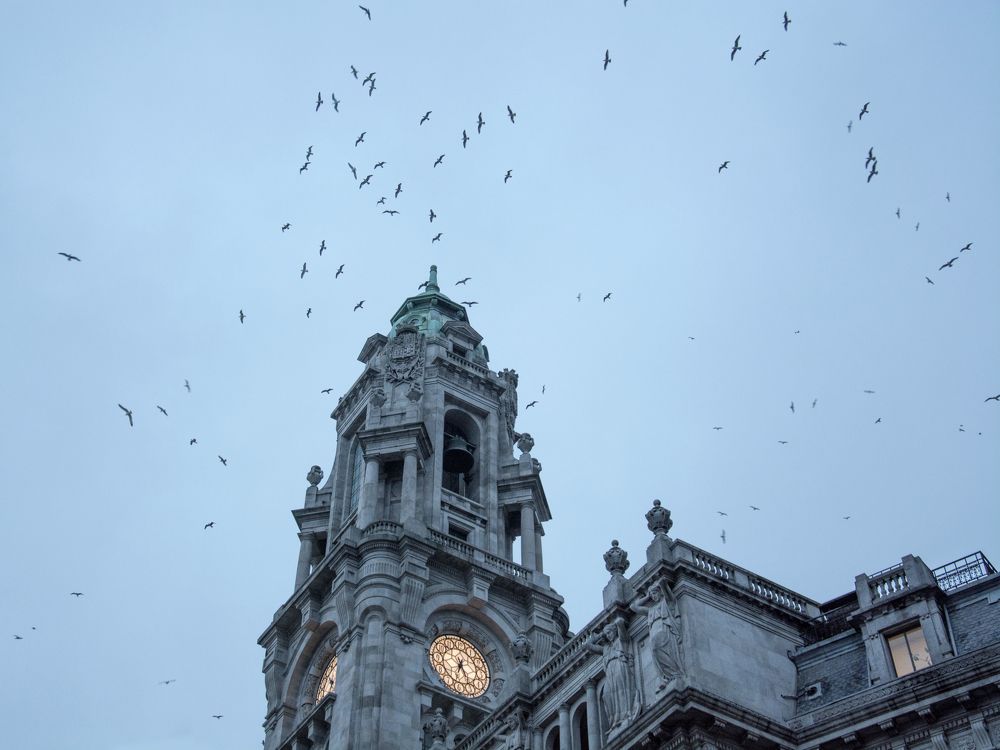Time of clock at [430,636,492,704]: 6:25
